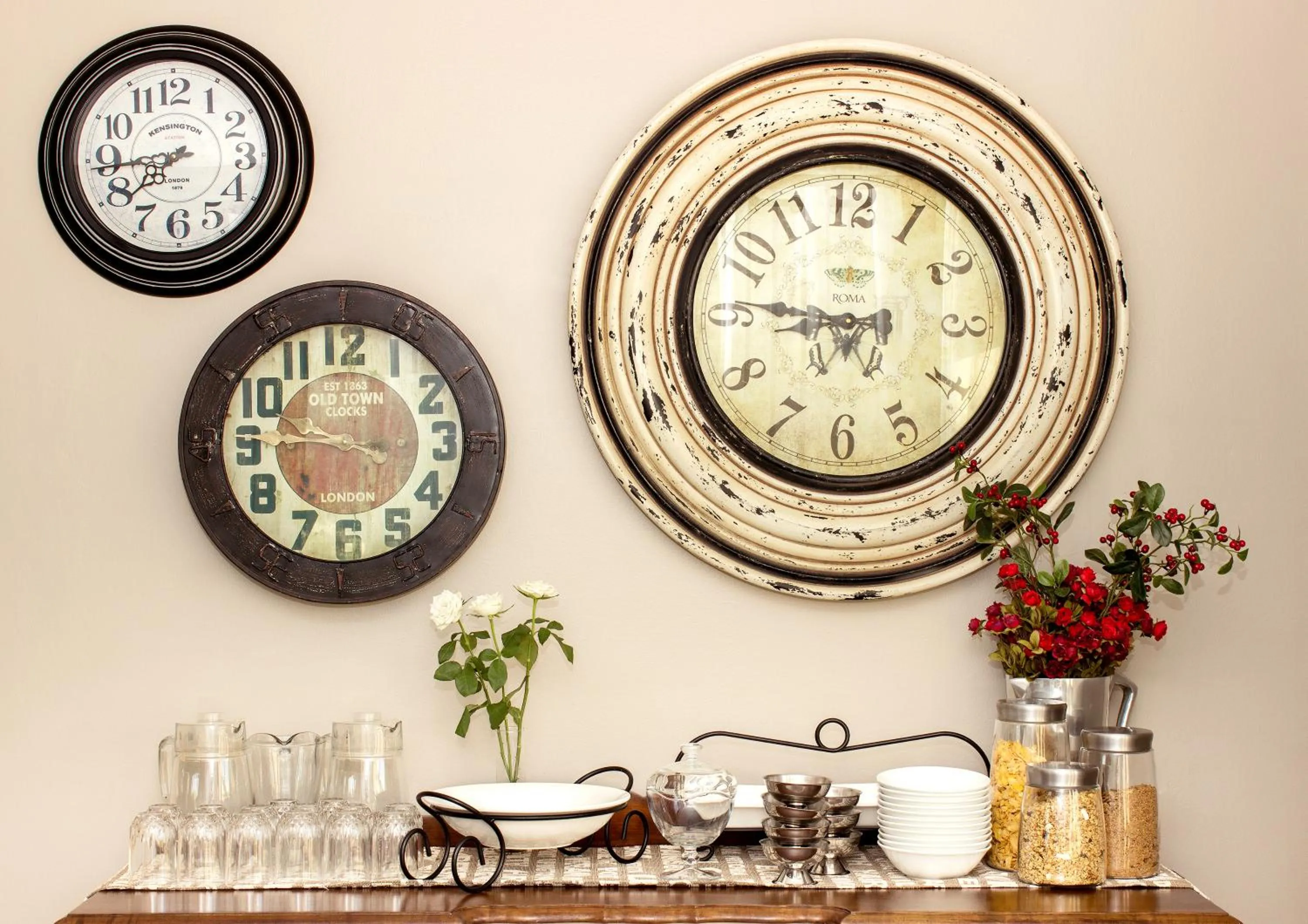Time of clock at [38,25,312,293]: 7:43
